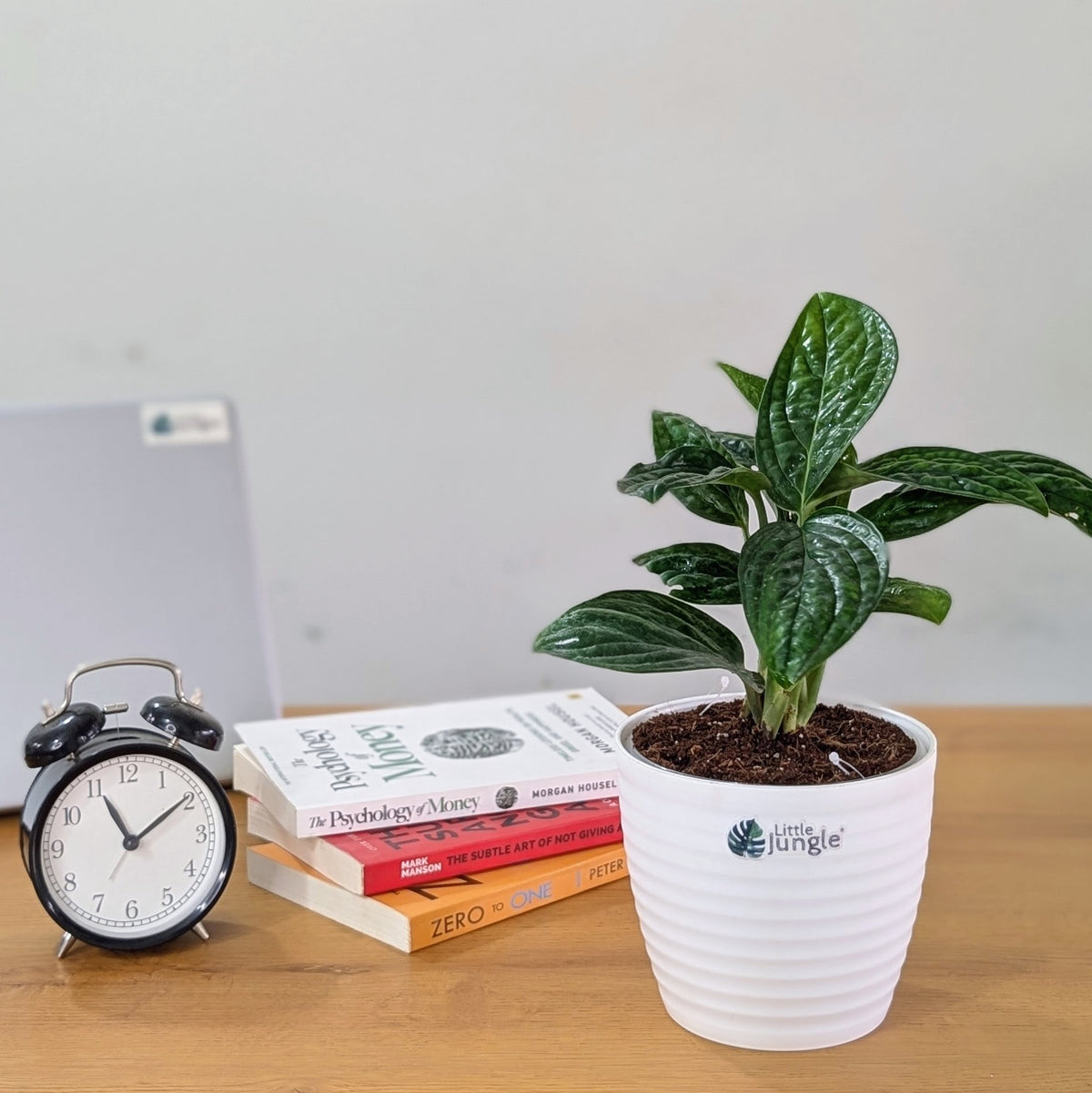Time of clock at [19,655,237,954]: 11:09
